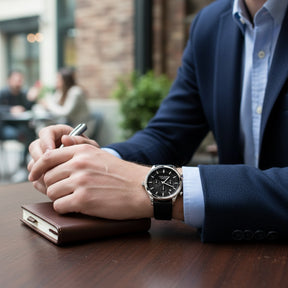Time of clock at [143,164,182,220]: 1:19
